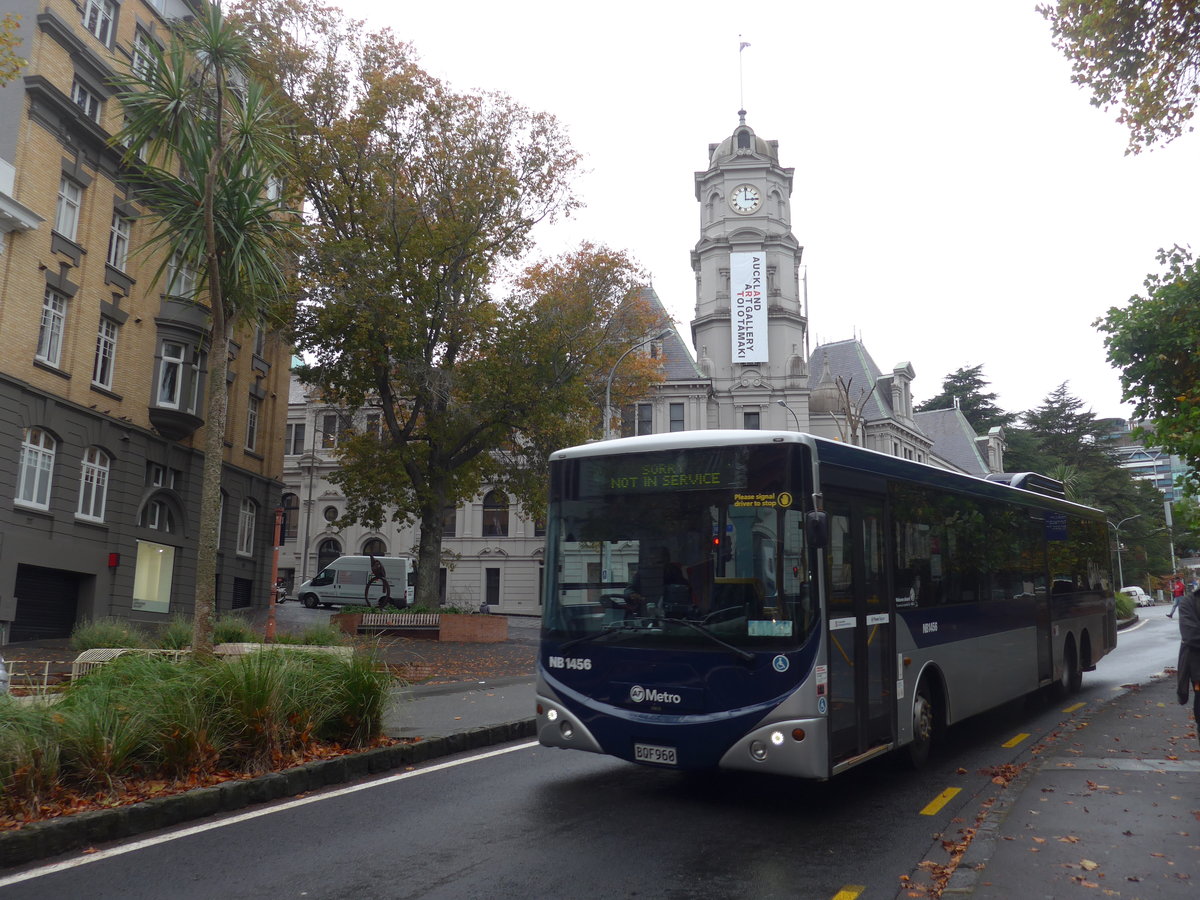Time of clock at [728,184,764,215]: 2:59
